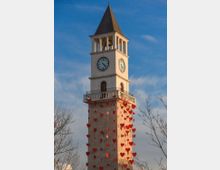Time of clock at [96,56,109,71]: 4:22
